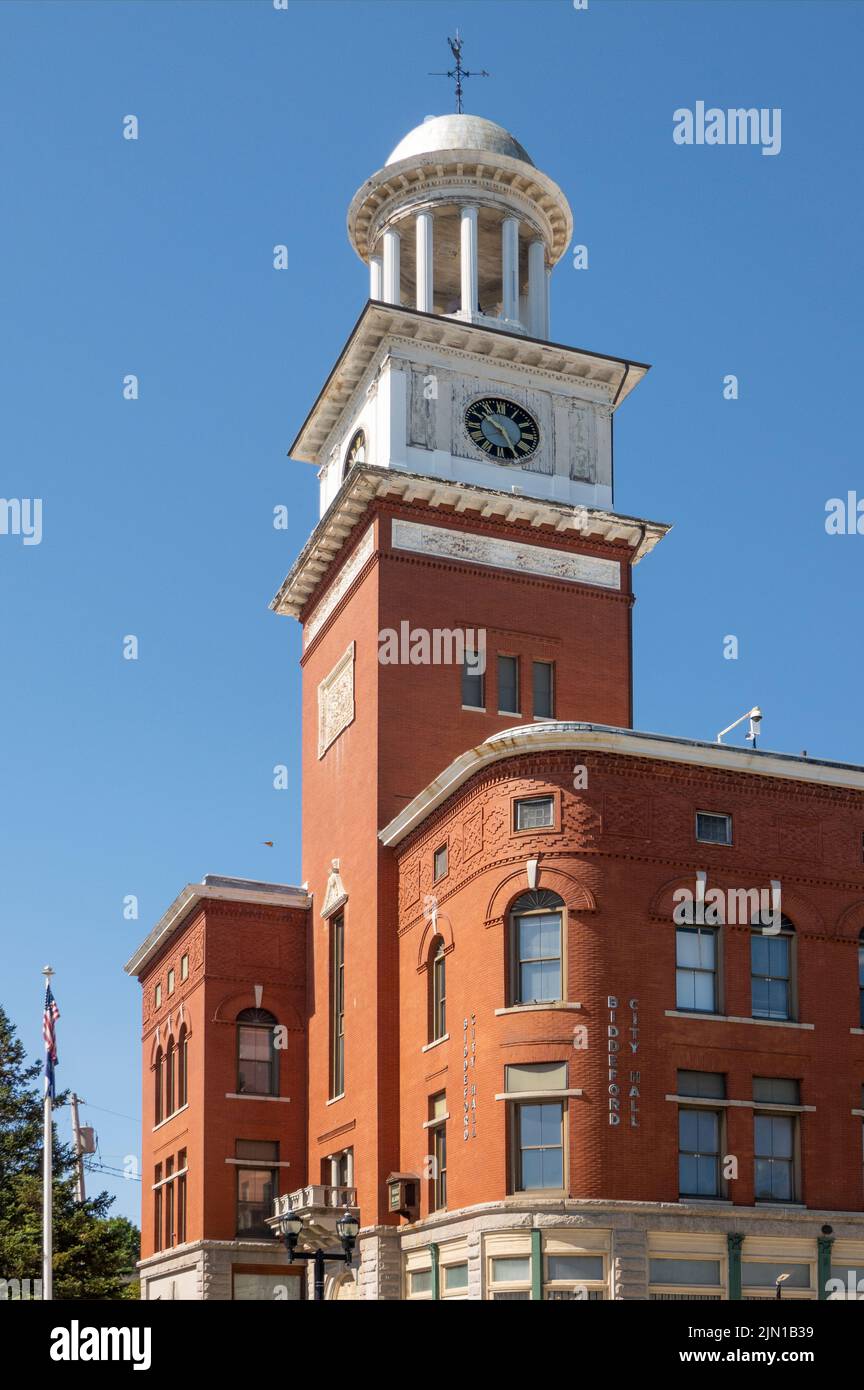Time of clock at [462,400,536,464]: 4:50
